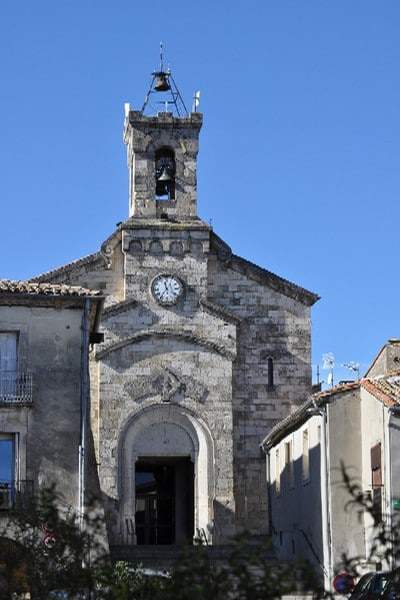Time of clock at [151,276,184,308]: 11:36
